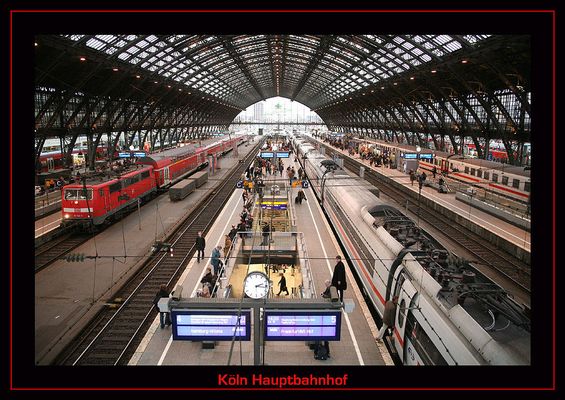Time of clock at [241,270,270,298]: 2:16
